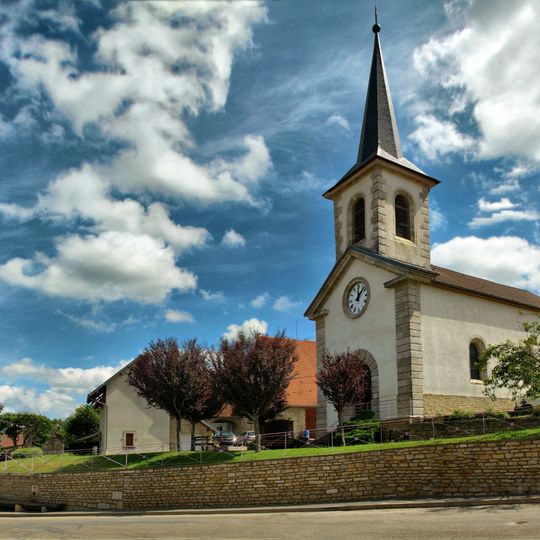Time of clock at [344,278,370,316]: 12:07
